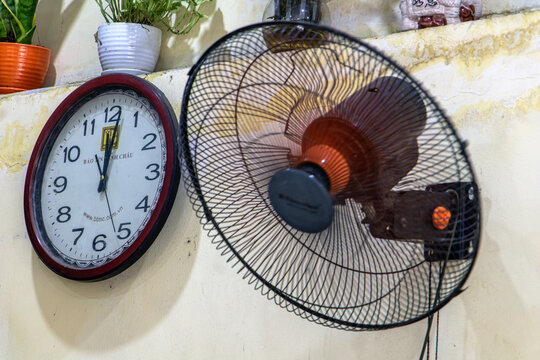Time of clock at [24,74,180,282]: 12:01
